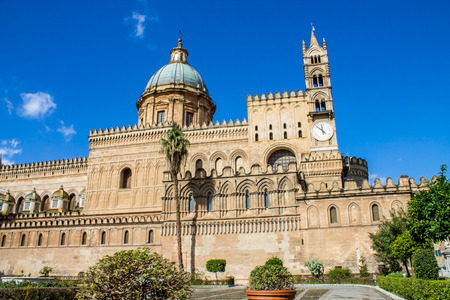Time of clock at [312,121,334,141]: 11:52
